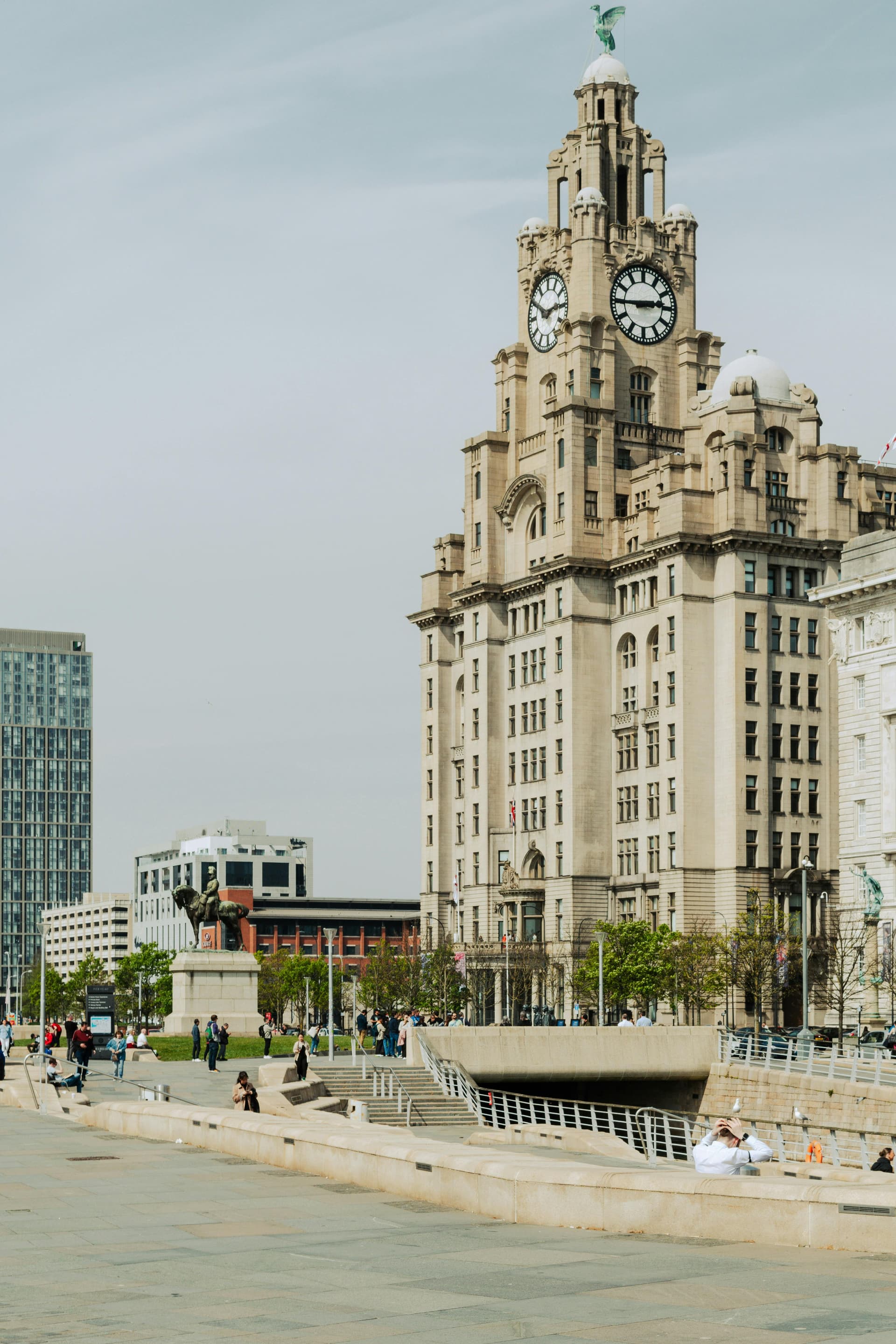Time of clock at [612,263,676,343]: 2:45
